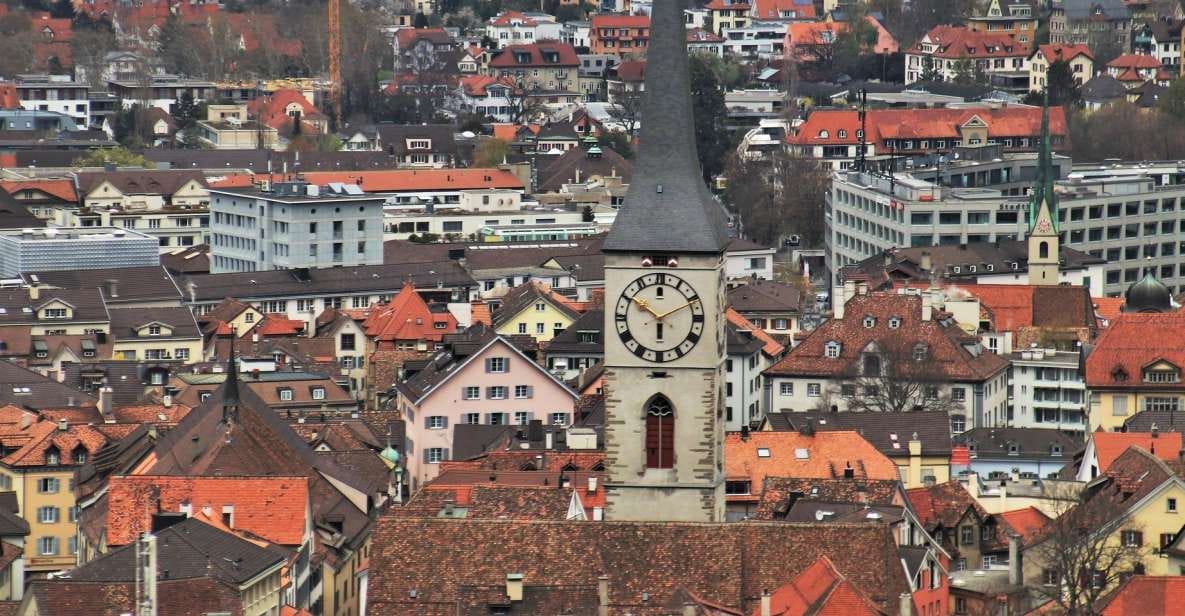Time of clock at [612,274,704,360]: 5:50
